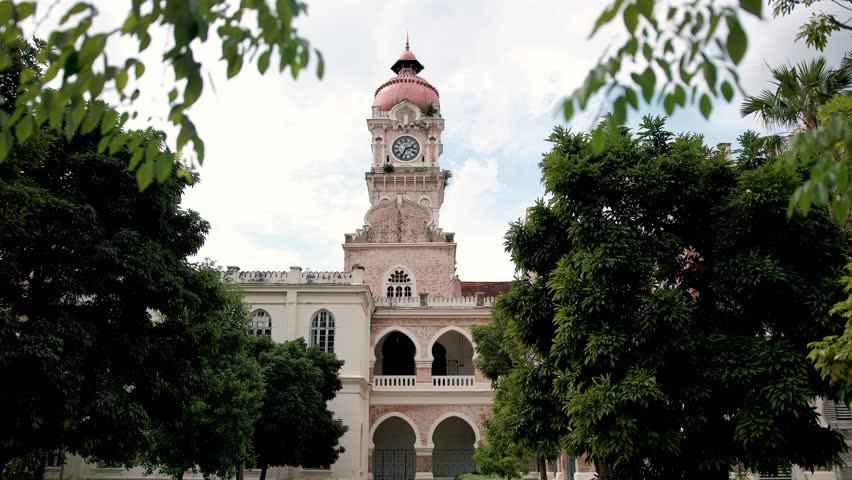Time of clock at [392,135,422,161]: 2:34
